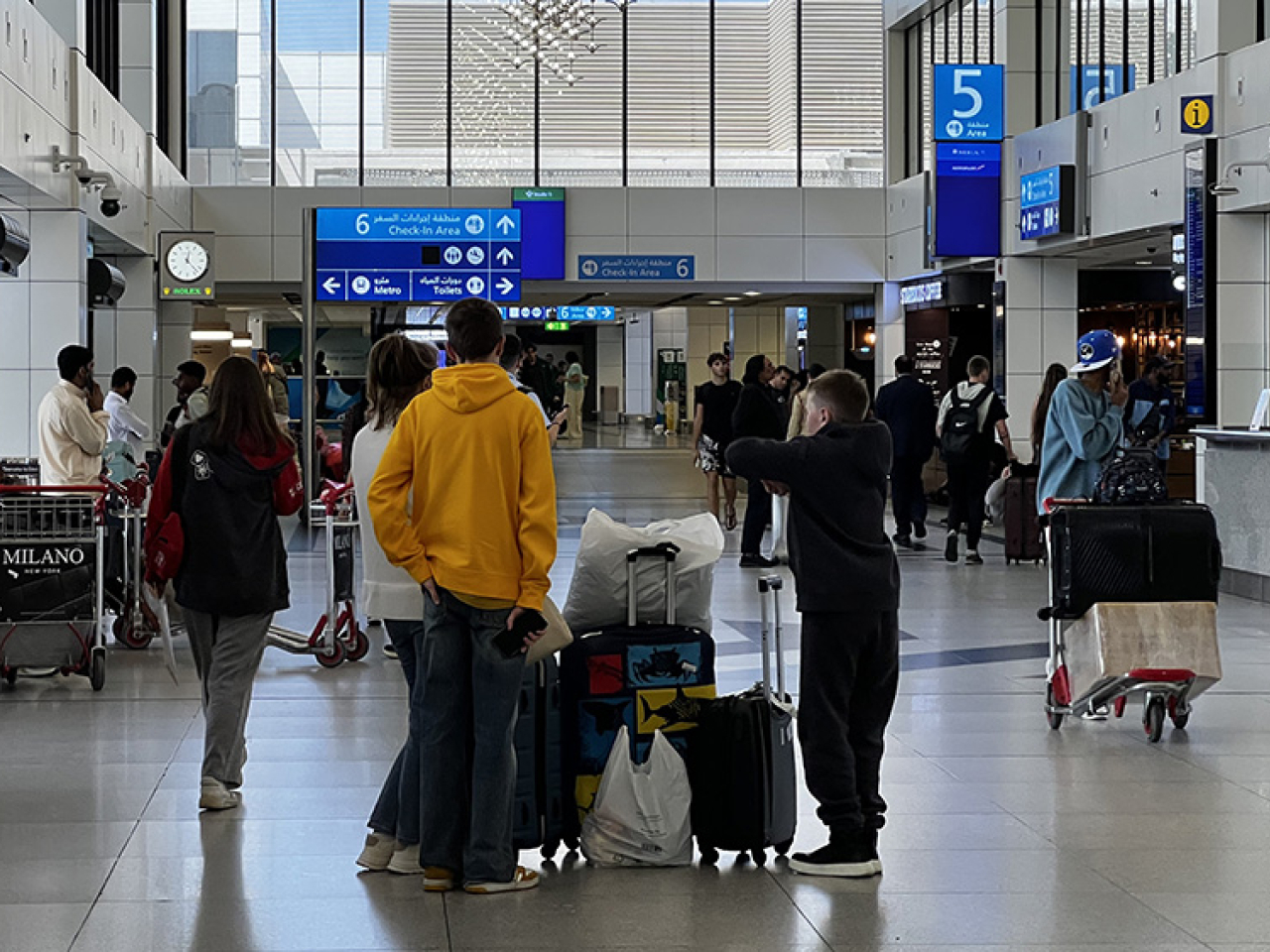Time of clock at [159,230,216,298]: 12:23
